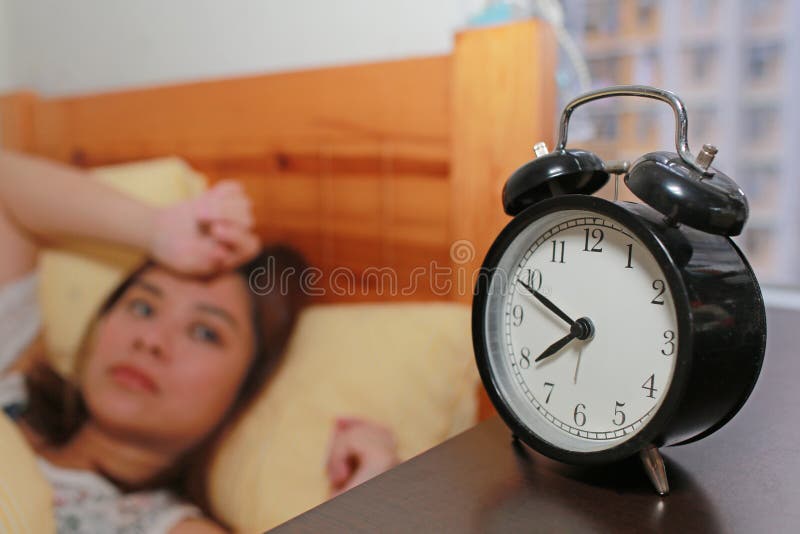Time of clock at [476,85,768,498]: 7:49
